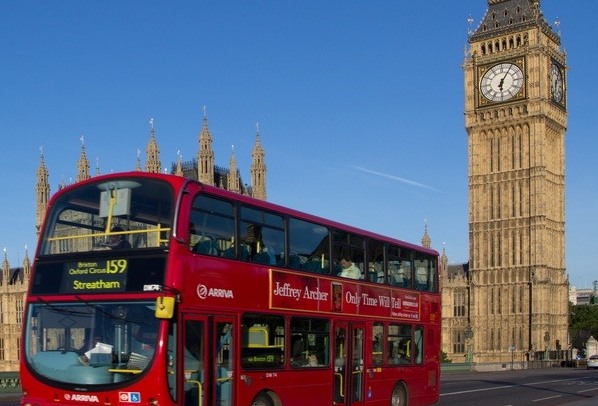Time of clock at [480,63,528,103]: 6:05
